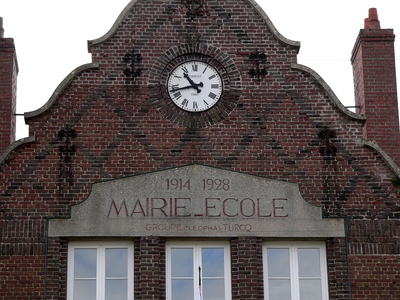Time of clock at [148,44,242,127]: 10:42
